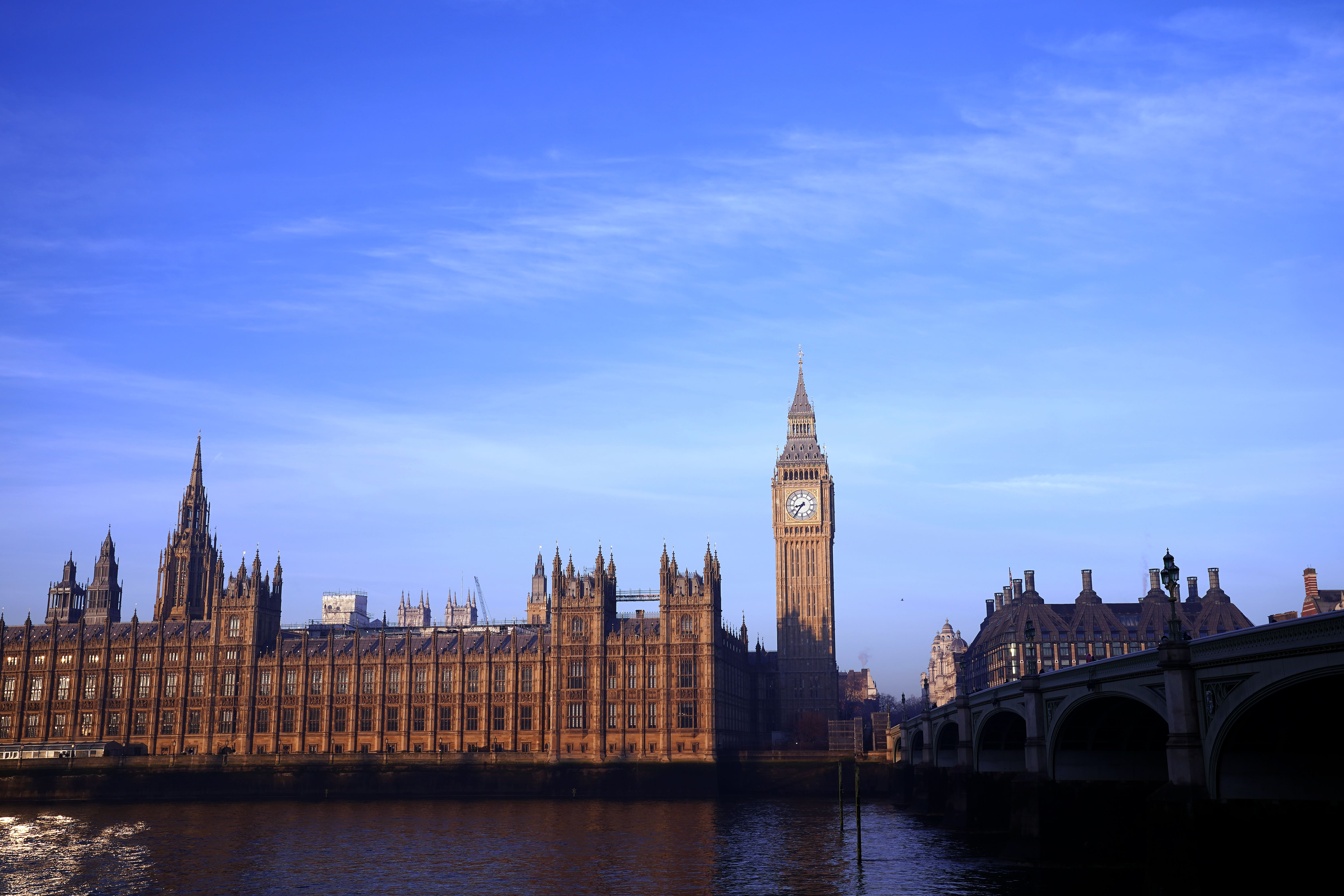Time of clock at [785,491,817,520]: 8:36
